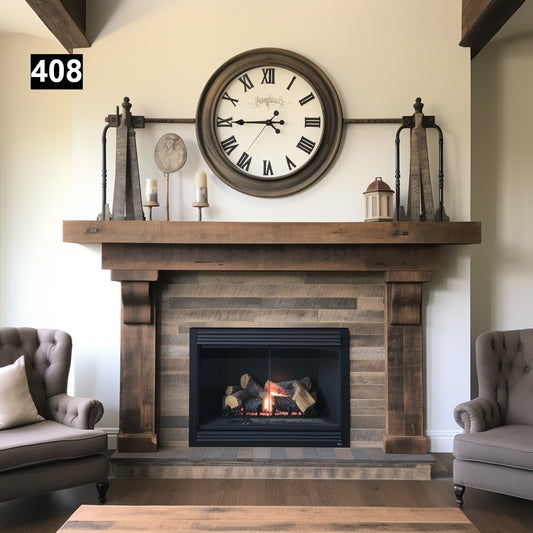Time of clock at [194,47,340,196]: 4:44
